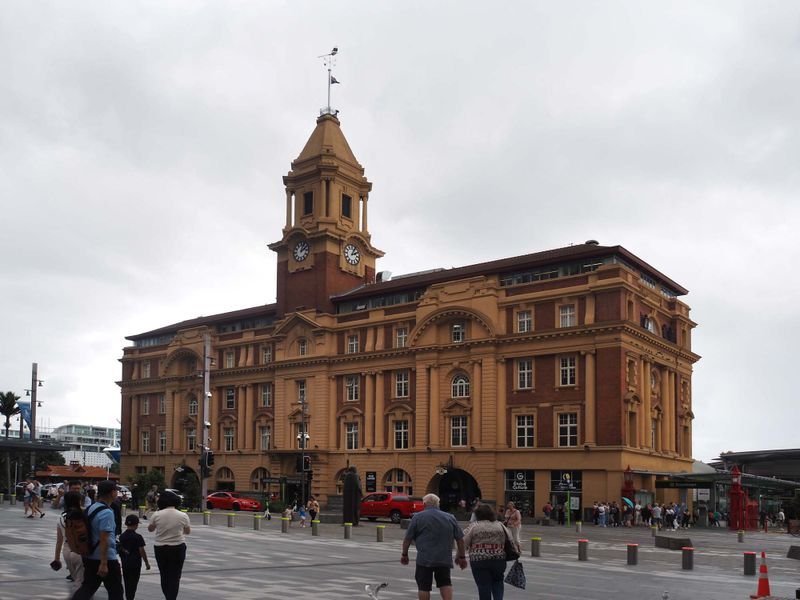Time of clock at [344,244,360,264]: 2:04
